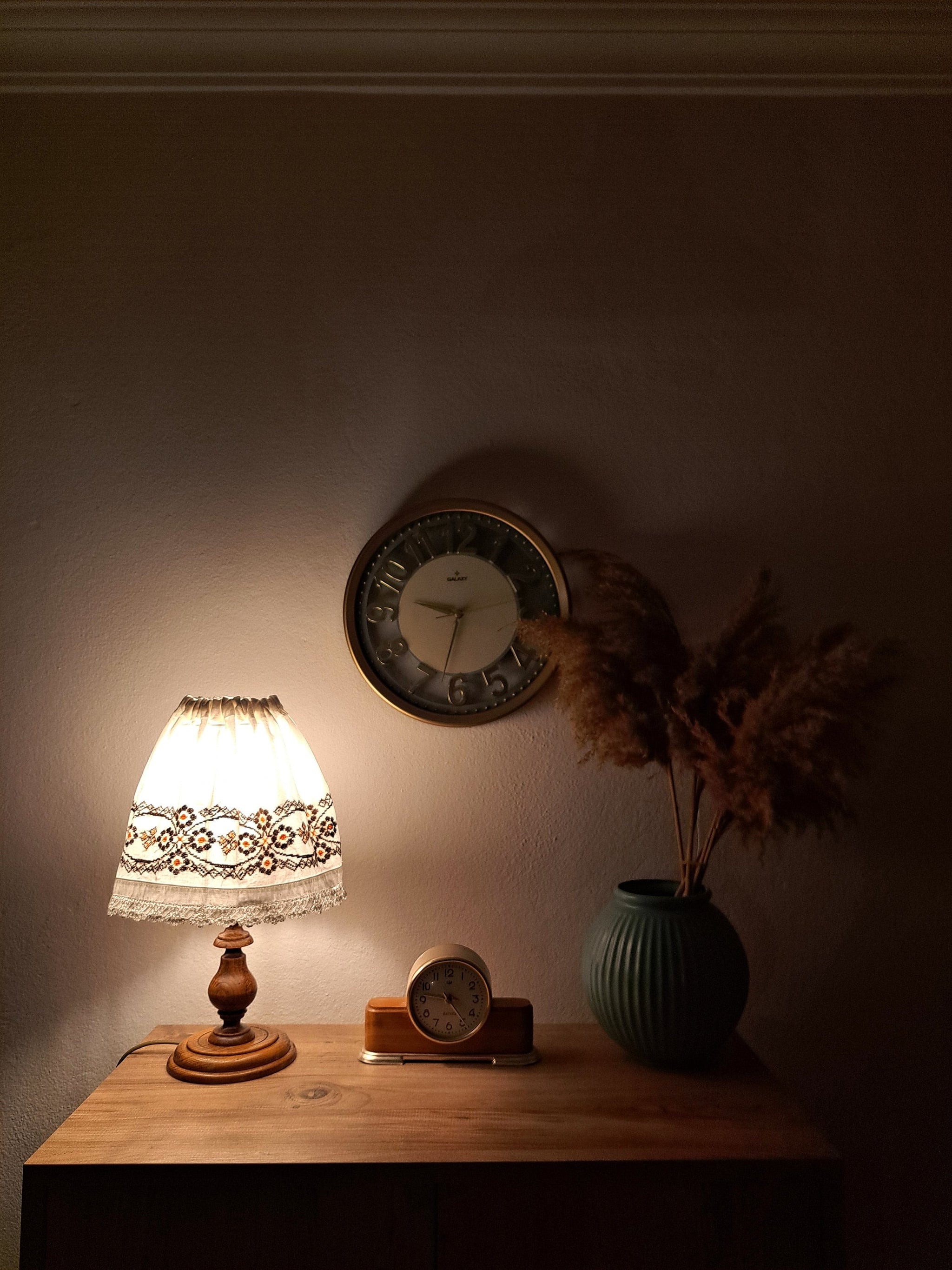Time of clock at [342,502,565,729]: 9:32
